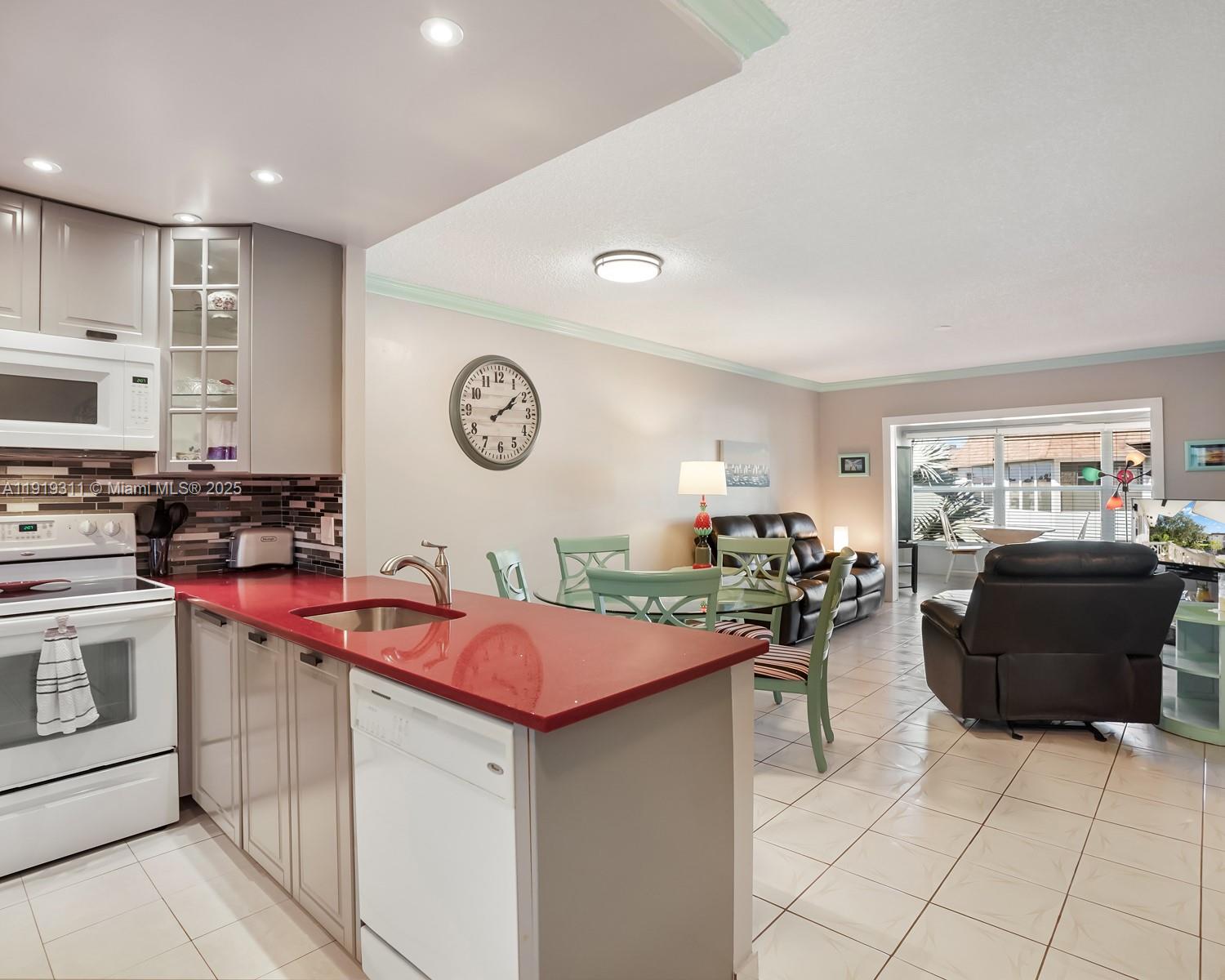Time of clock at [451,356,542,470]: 2:08
